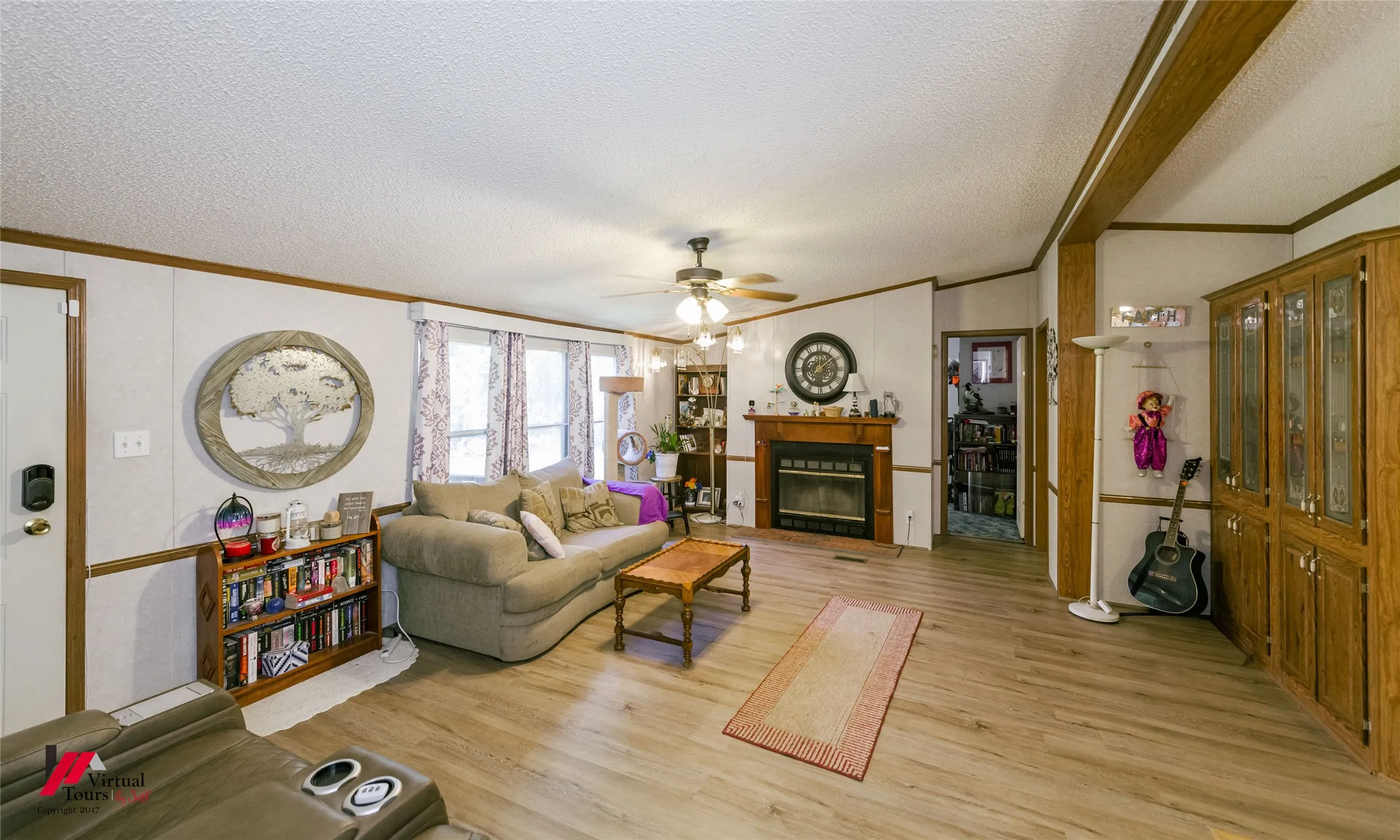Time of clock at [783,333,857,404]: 12:08
